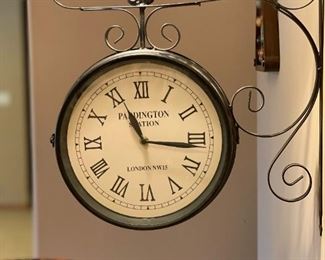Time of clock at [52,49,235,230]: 11:16
